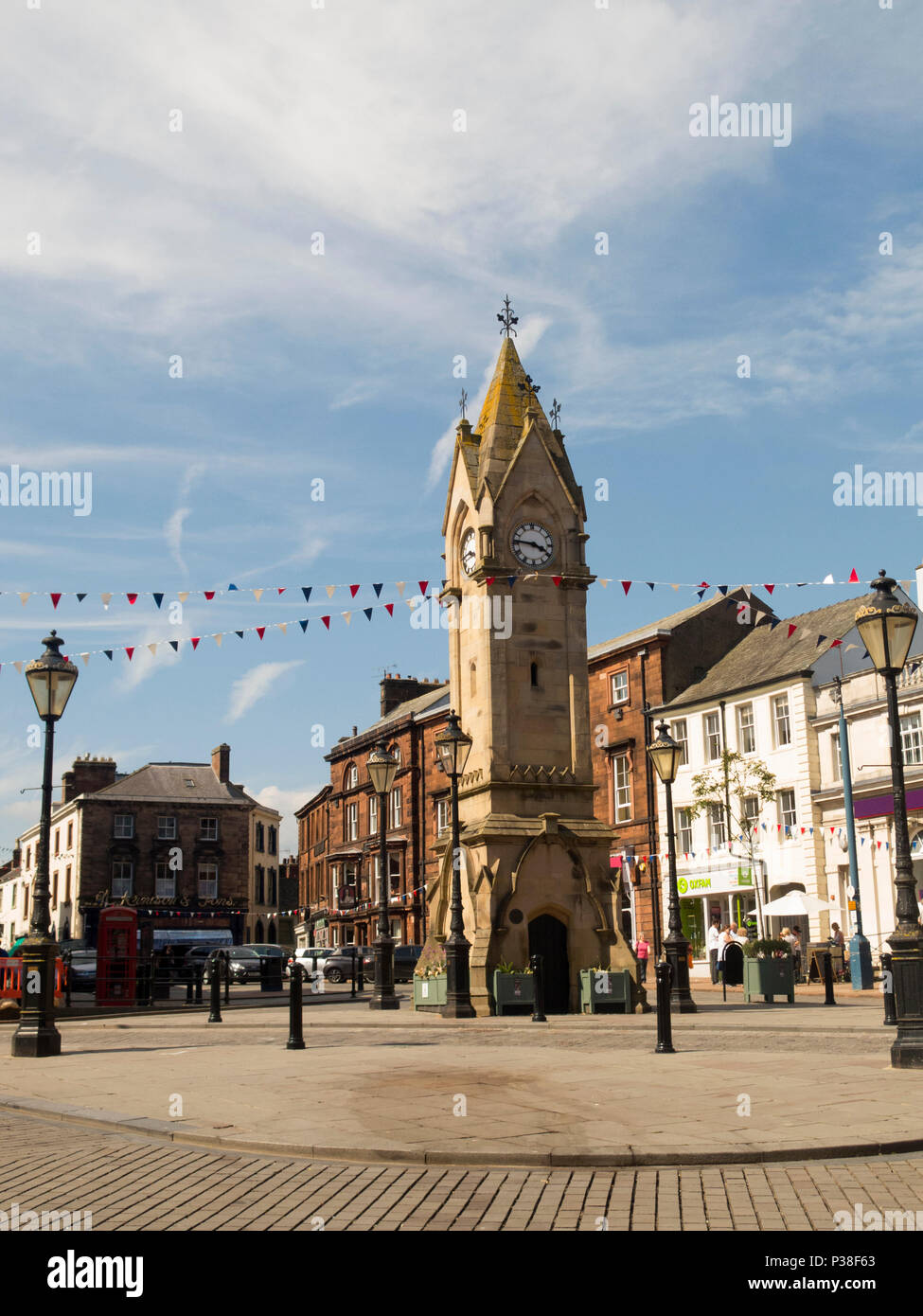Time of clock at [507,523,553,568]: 3:46
